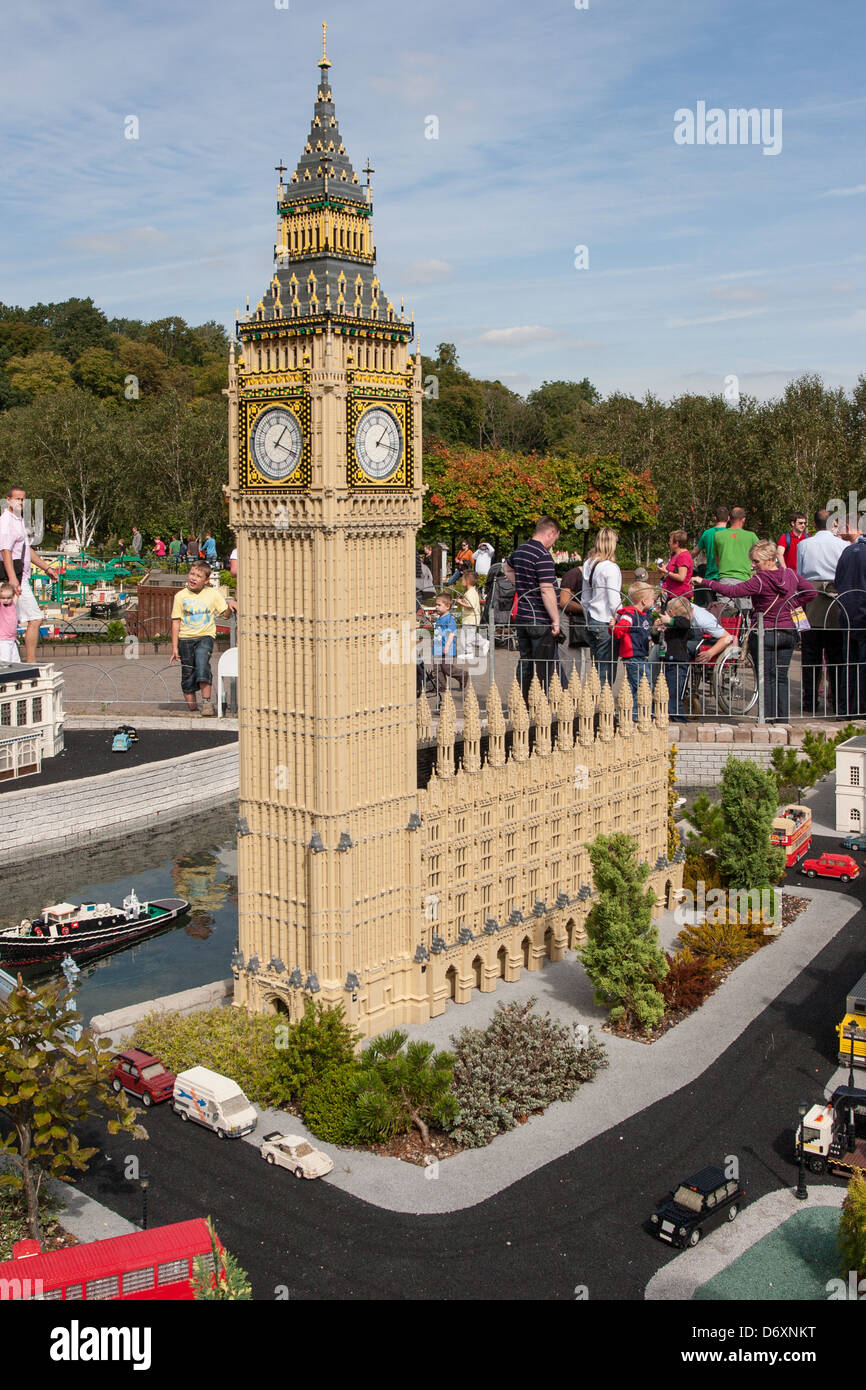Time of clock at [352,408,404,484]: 1:17
